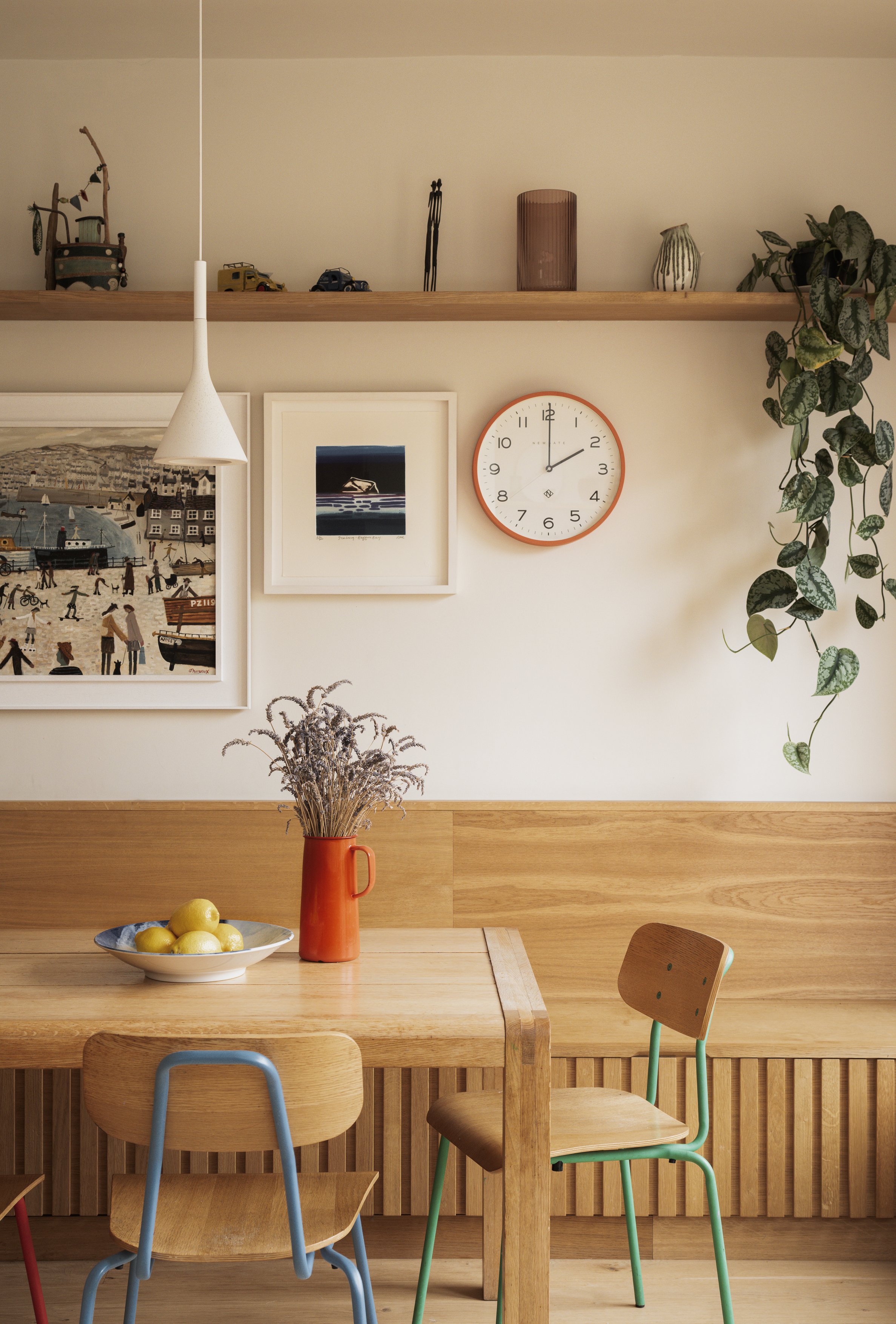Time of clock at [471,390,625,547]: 2:00
